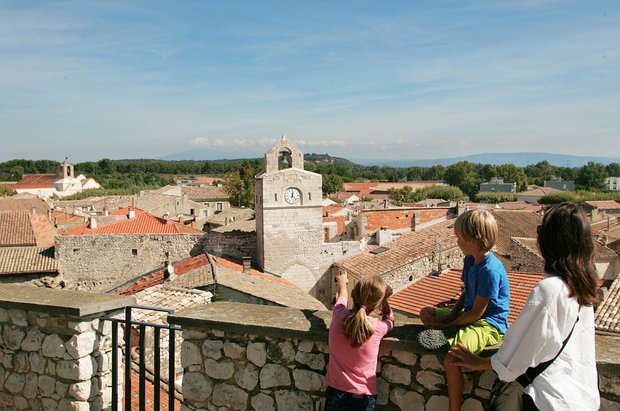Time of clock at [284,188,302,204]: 12:22
